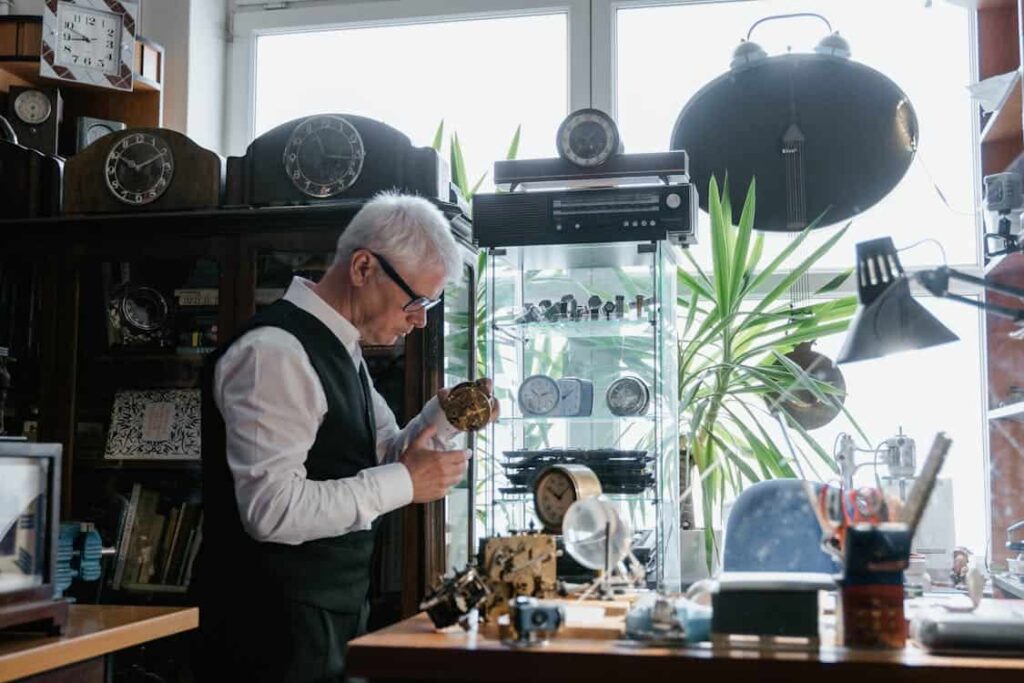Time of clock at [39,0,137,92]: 8:48
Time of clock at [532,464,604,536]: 10:07
